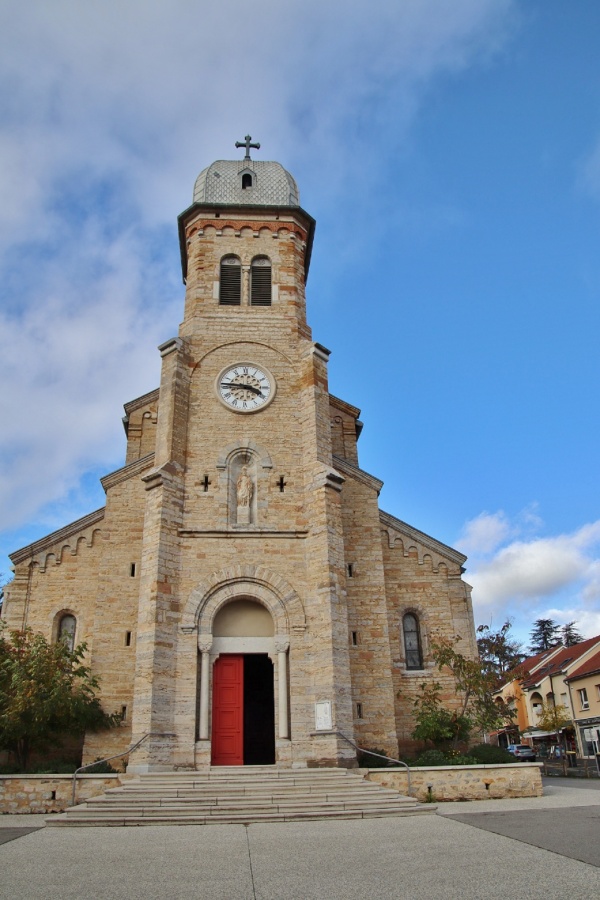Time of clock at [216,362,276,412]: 3:46
